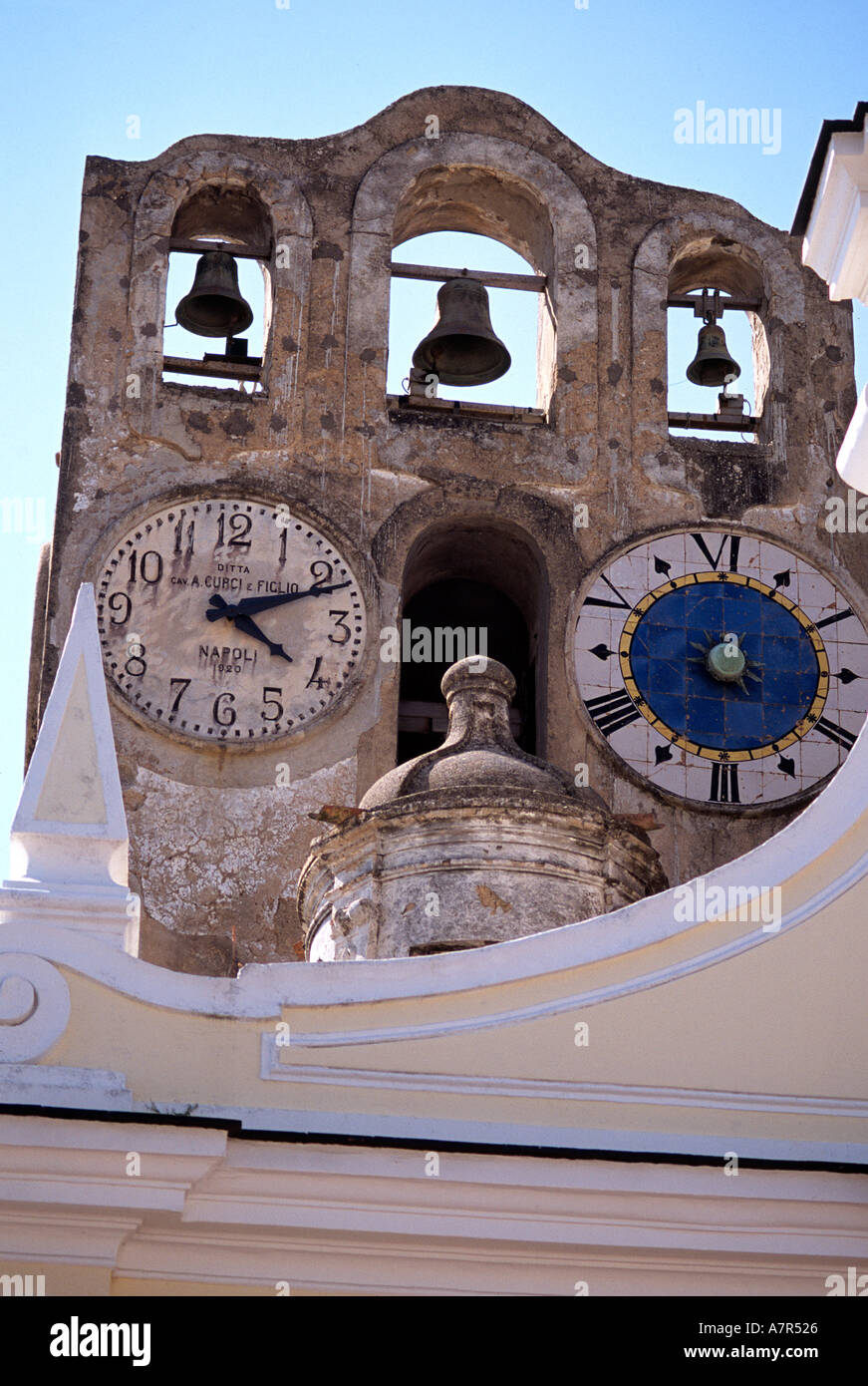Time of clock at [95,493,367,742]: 4:11
